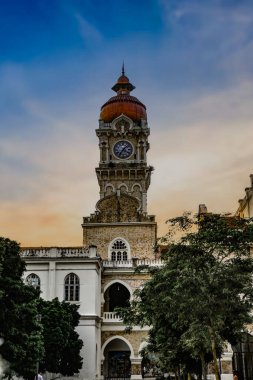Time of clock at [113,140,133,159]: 7:07
